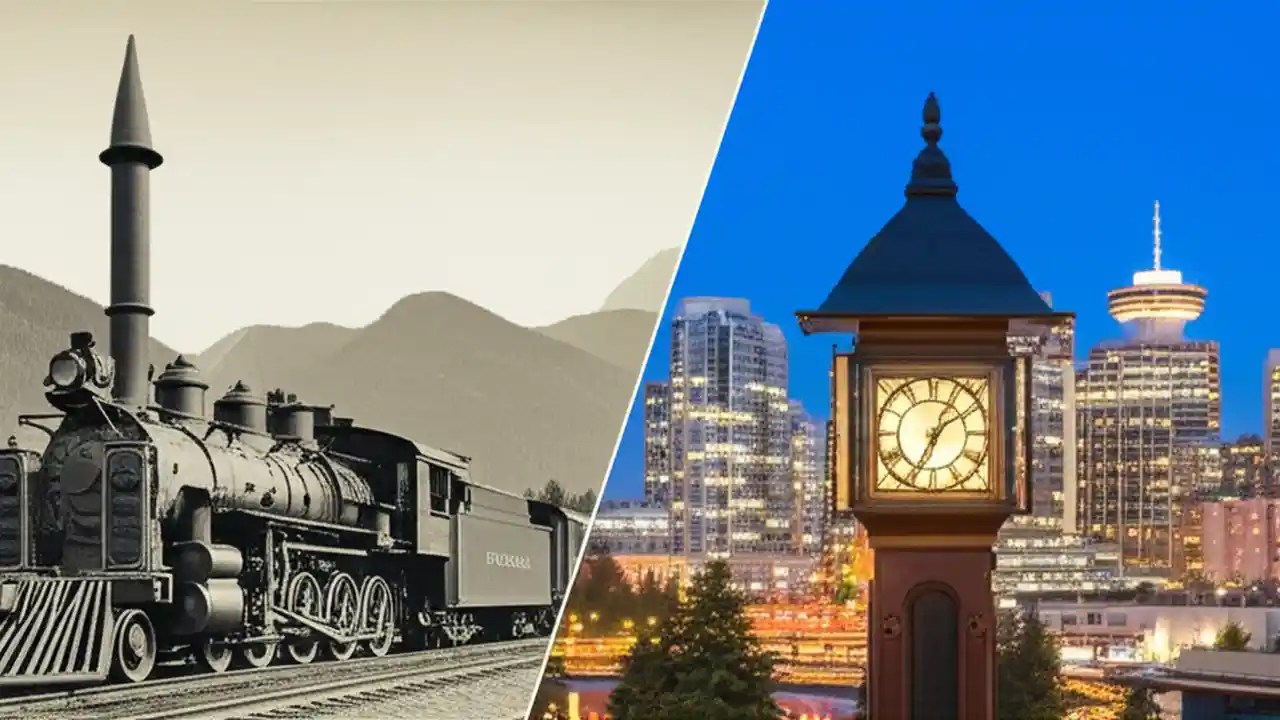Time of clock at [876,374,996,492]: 1:34
